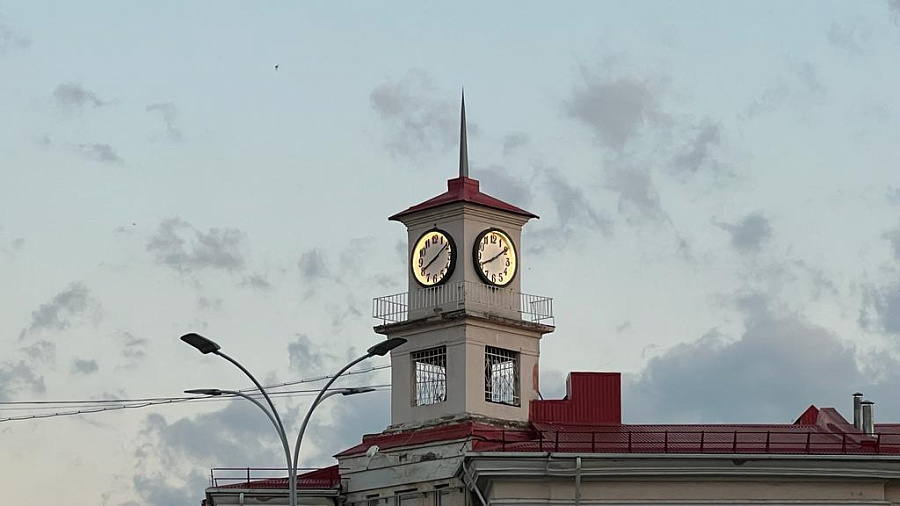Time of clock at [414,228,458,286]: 8:09
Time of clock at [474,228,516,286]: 8:09
